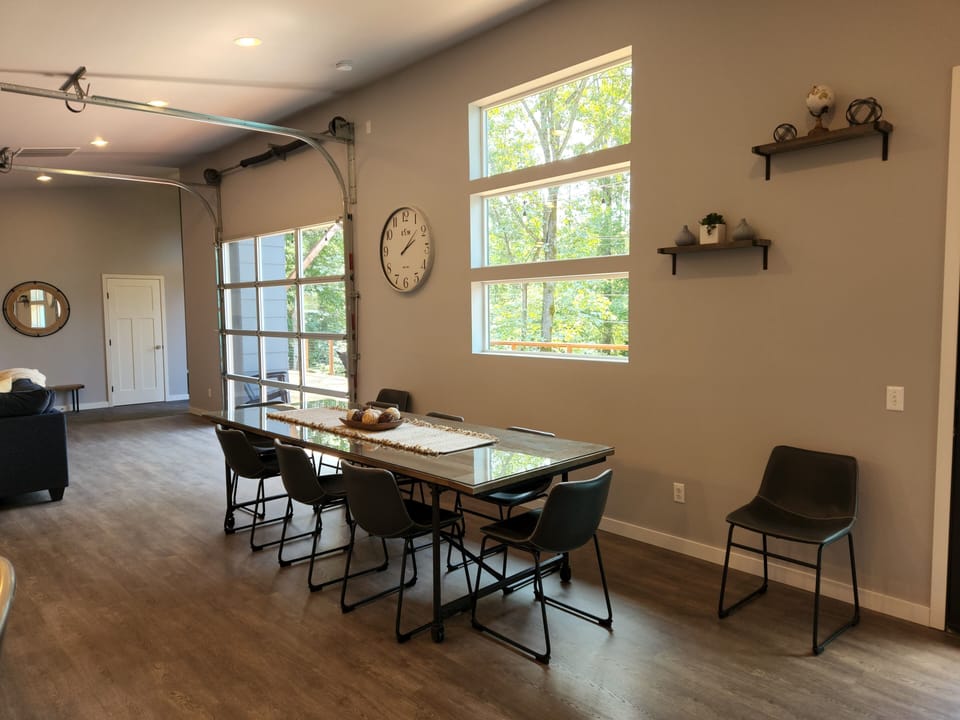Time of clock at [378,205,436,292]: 2:07
